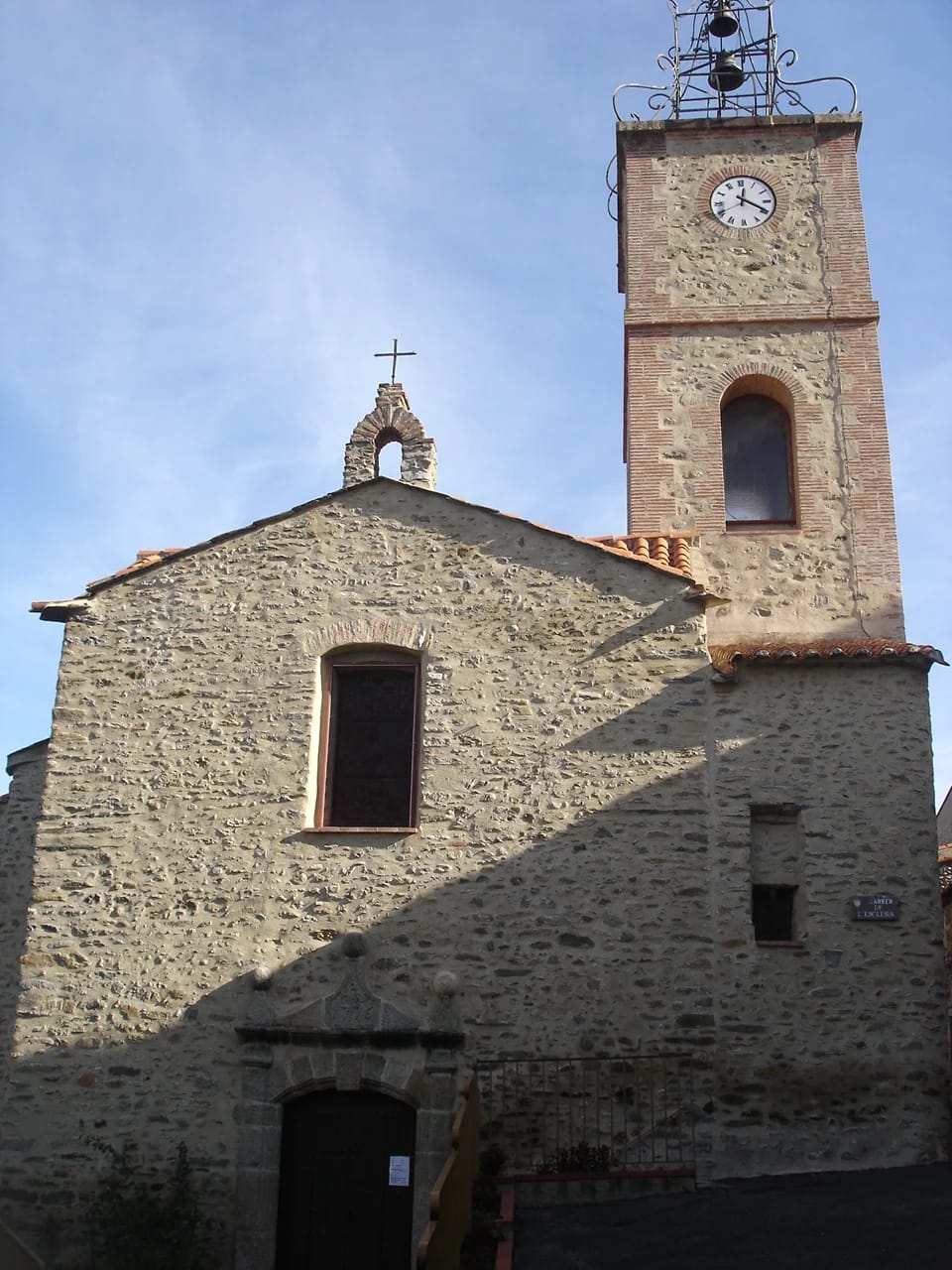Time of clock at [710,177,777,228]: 12:19
